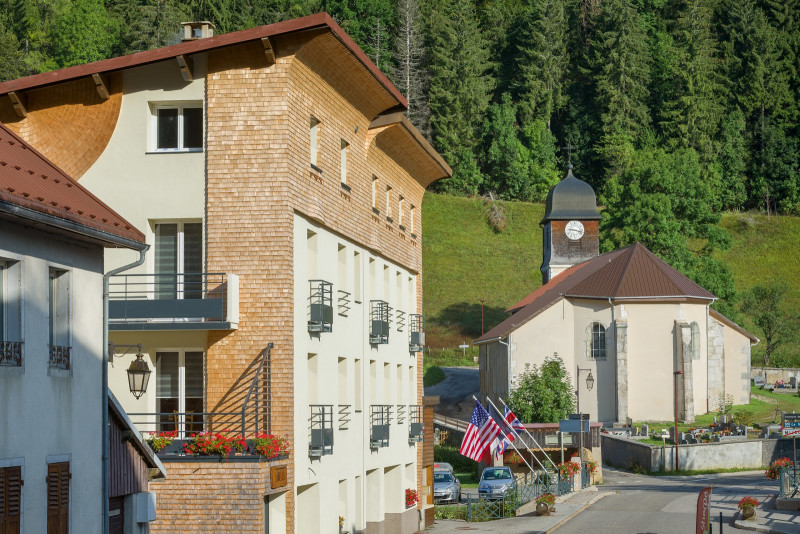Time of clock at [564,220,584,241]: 9:17
